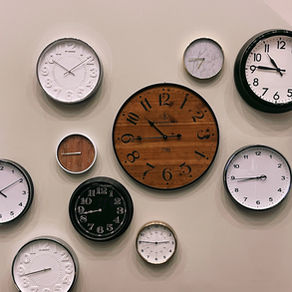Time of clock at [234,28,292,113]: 10:45
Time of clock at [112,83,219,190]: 10:44
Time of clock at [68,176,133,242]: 8:42
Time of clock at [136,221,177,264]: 2:45
